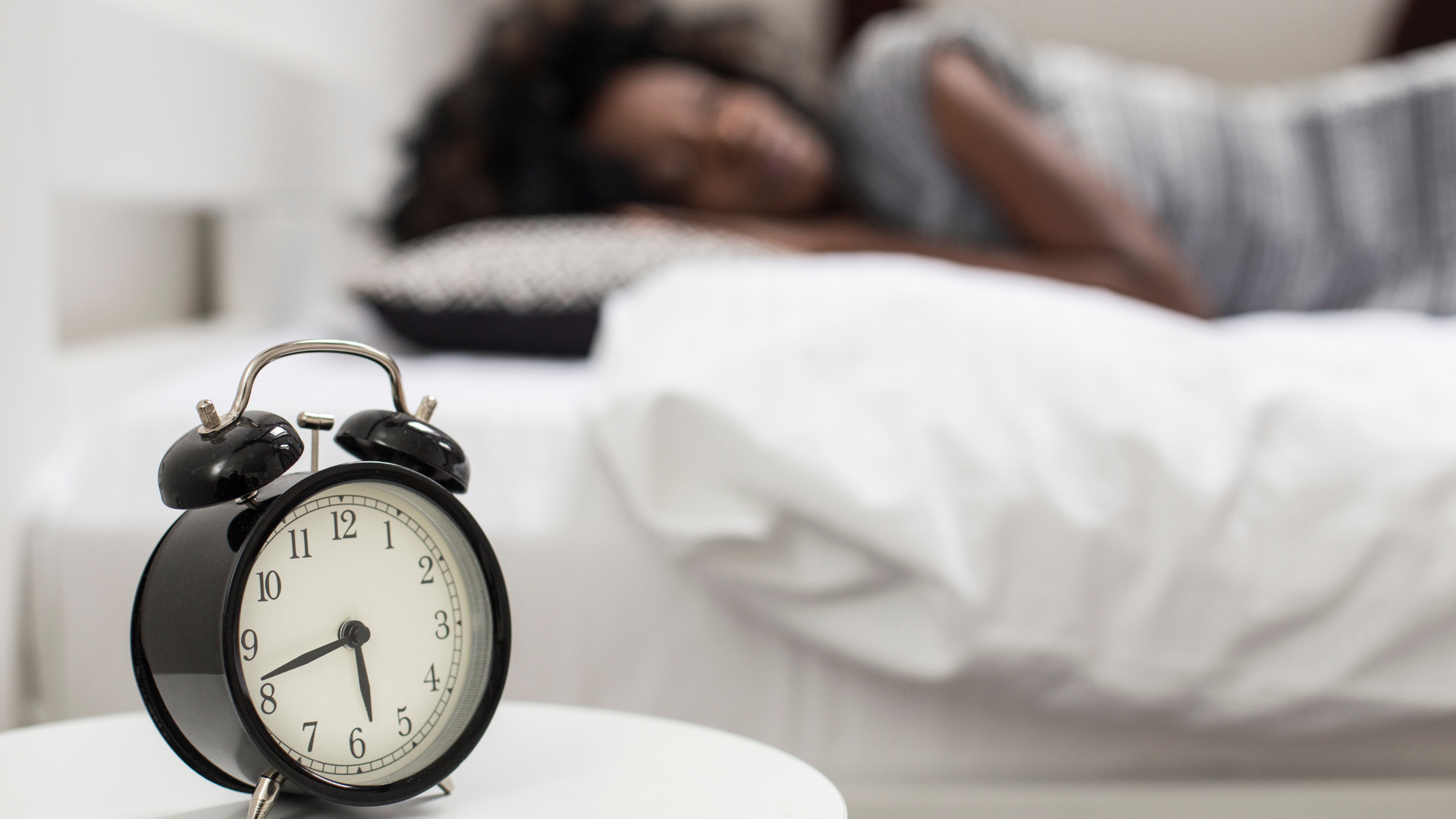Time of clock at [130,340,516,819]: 5:42
